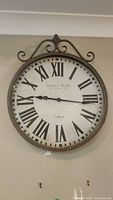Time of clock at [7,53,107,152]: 9:16
